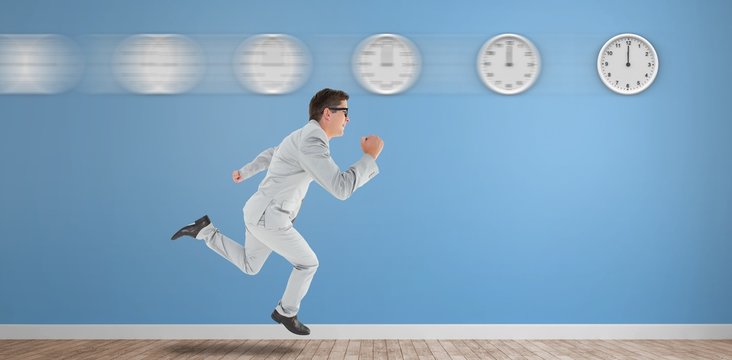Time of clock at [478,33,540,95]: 12:00
